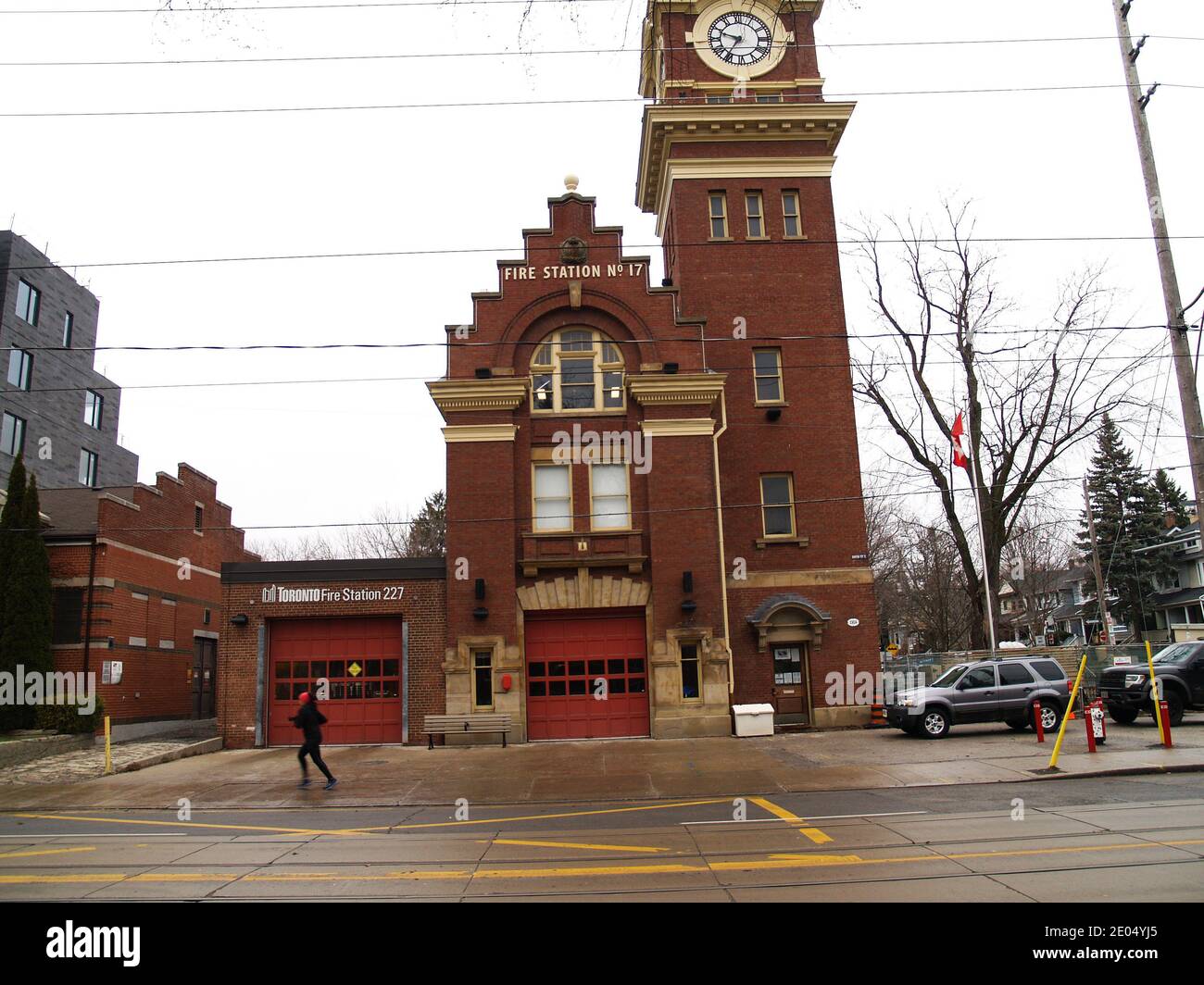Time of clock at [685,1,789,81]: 9:35
